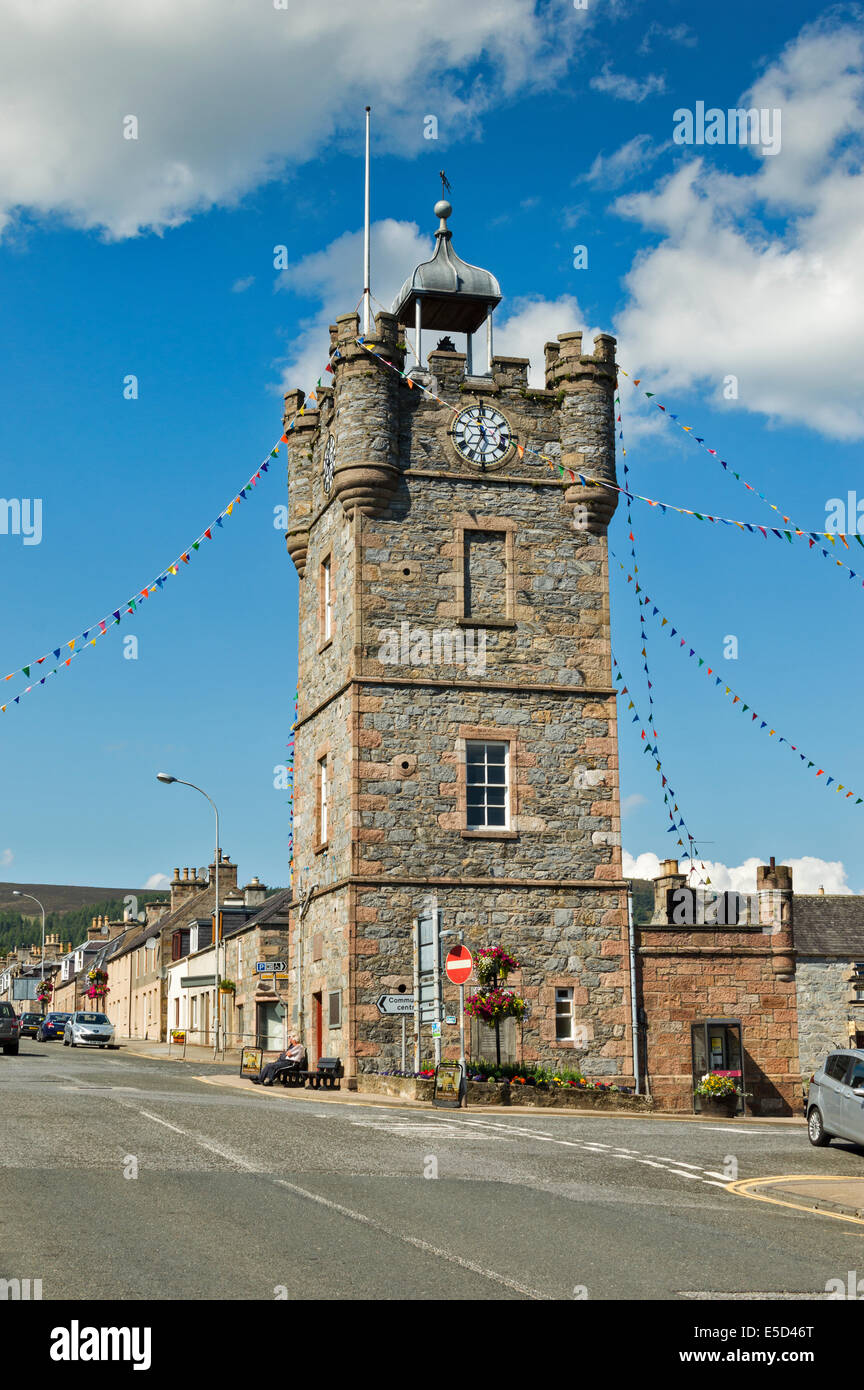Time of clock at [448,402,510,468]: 11:34
